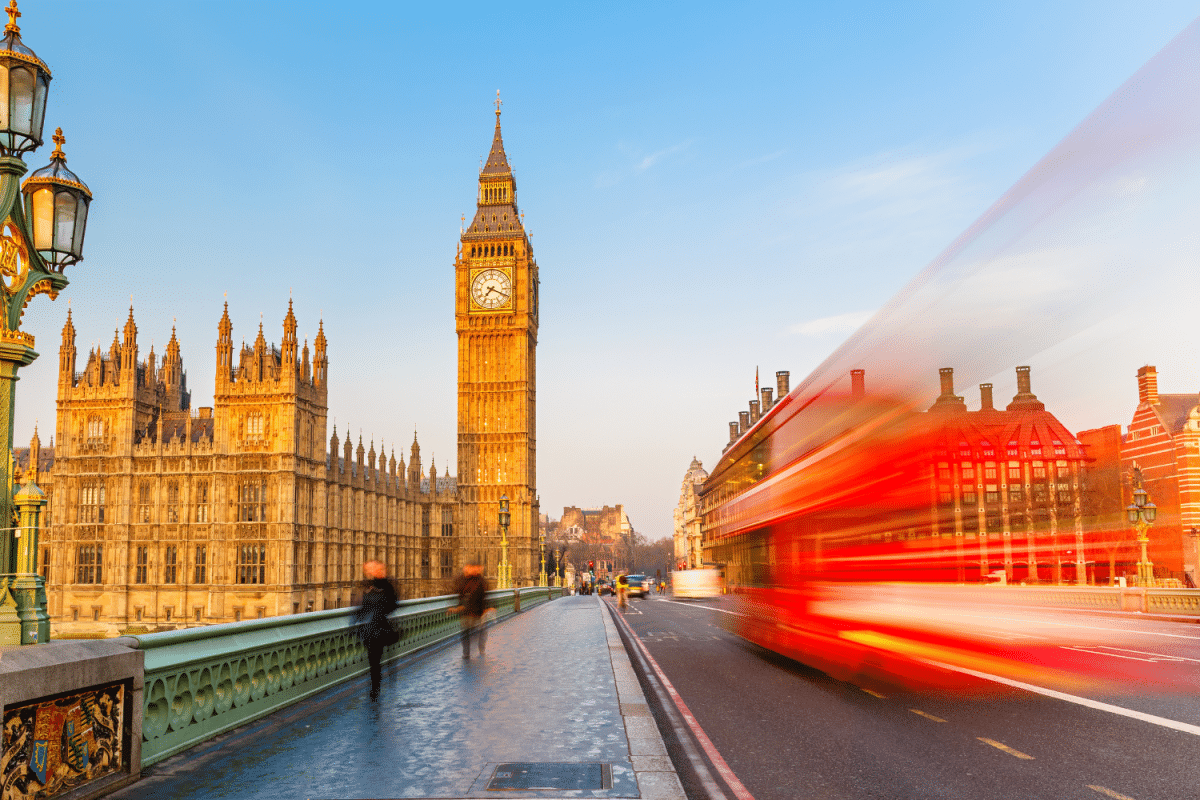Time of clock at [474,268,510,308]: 7:18
